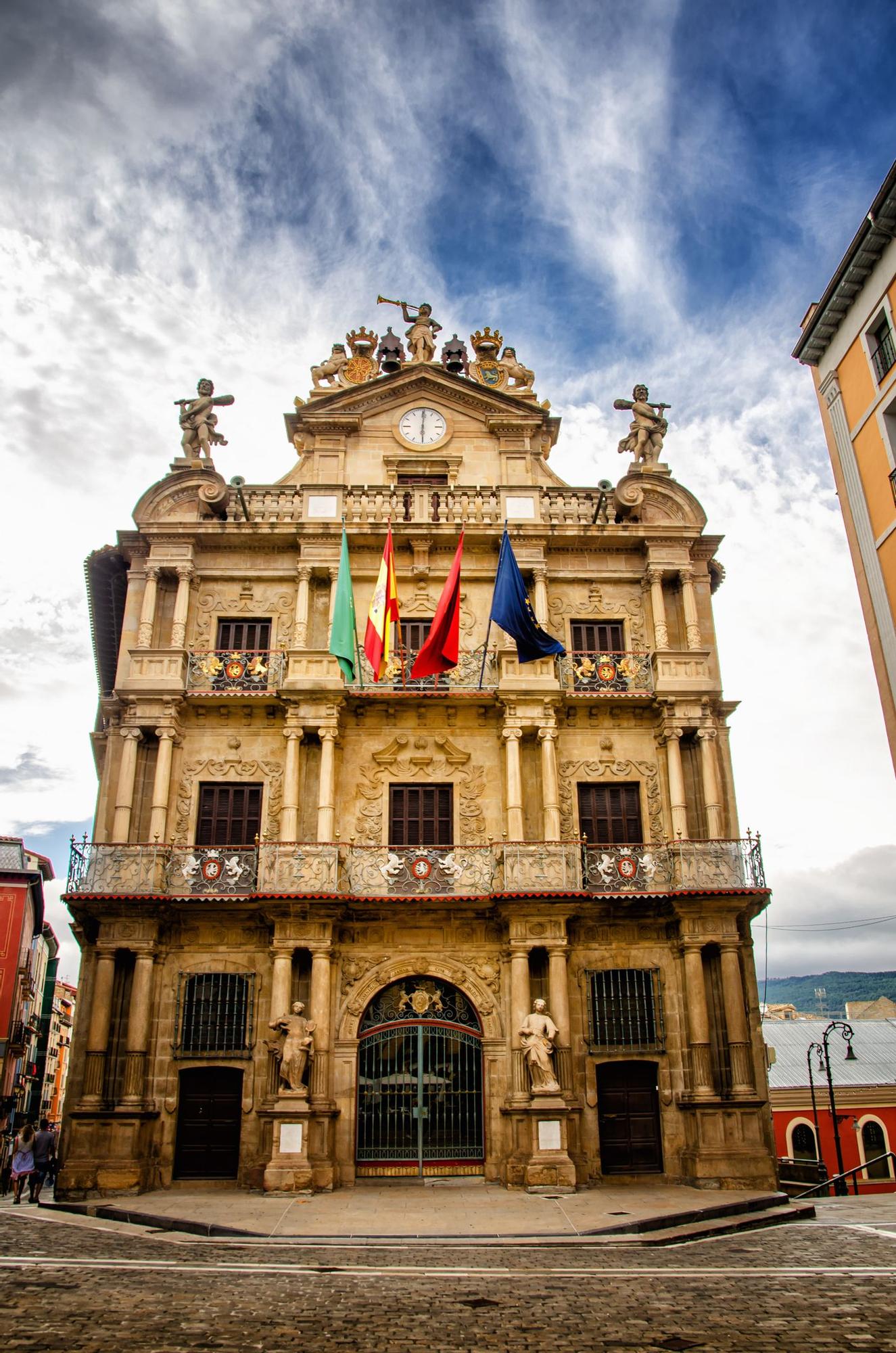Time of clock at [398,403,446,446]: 6:00
